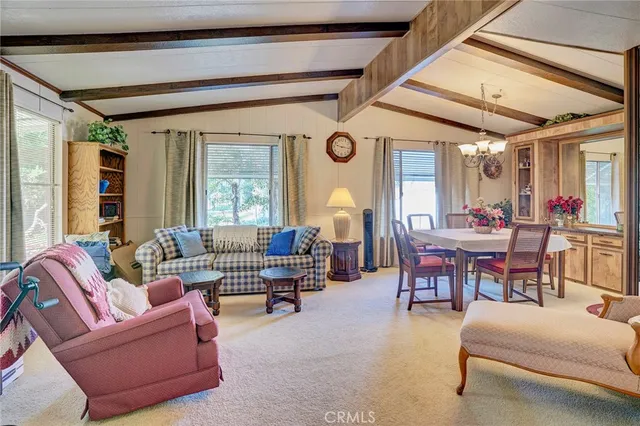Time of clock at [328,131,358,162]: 9:16
